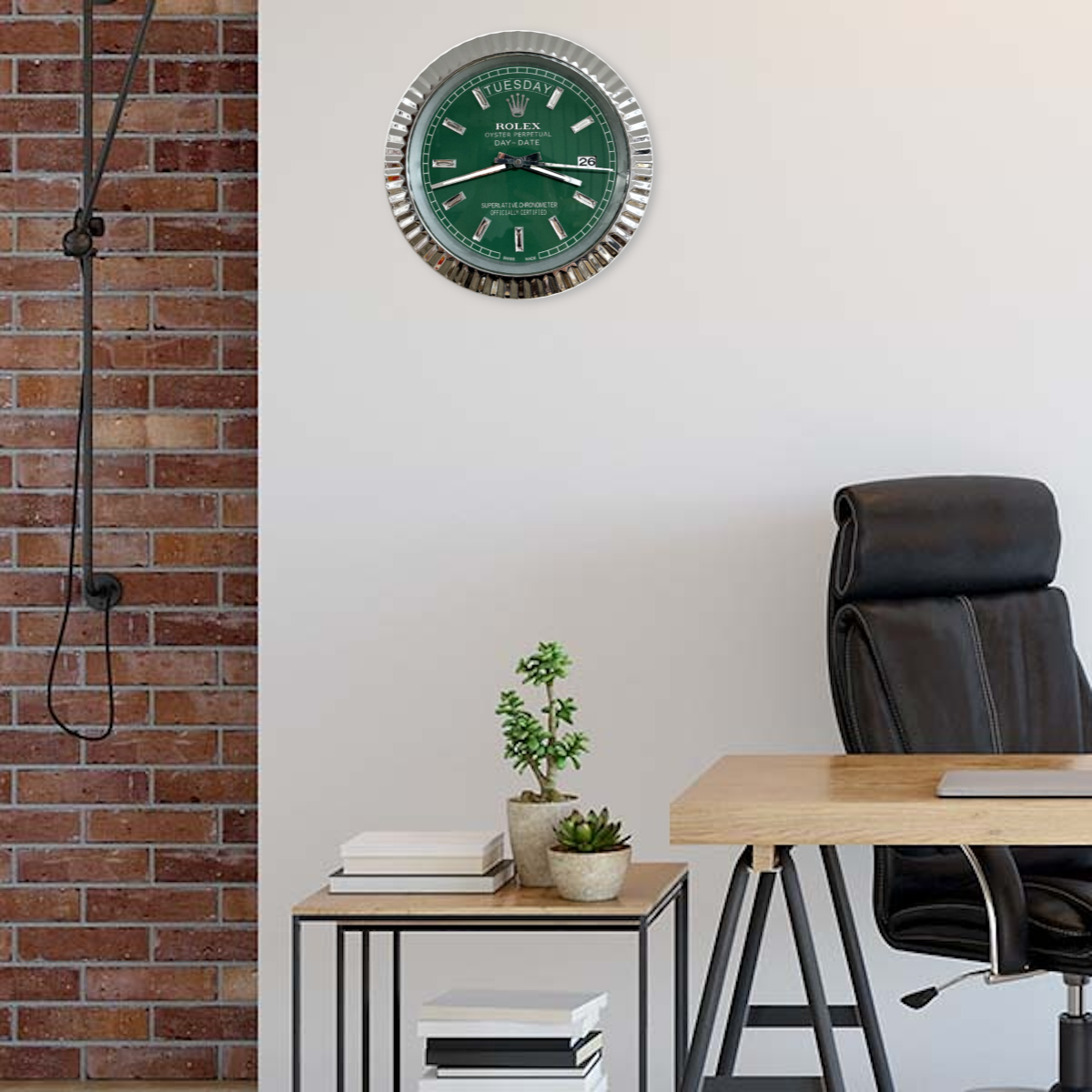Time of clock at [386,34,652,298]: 3:42
